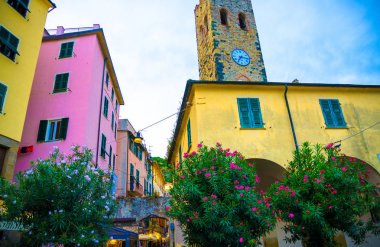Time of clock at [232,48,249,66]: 7:15
